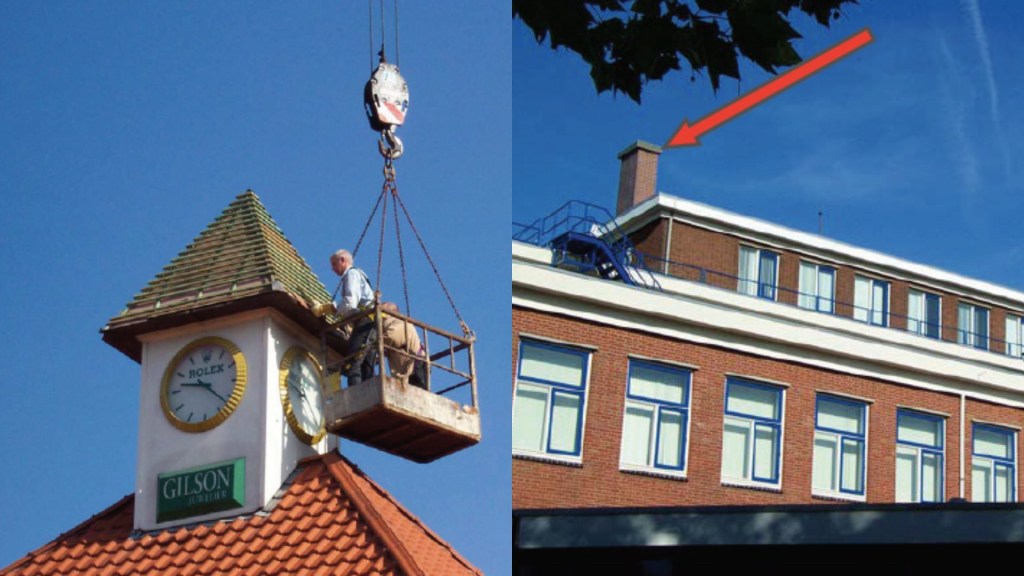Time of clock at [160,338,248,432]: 9:22
